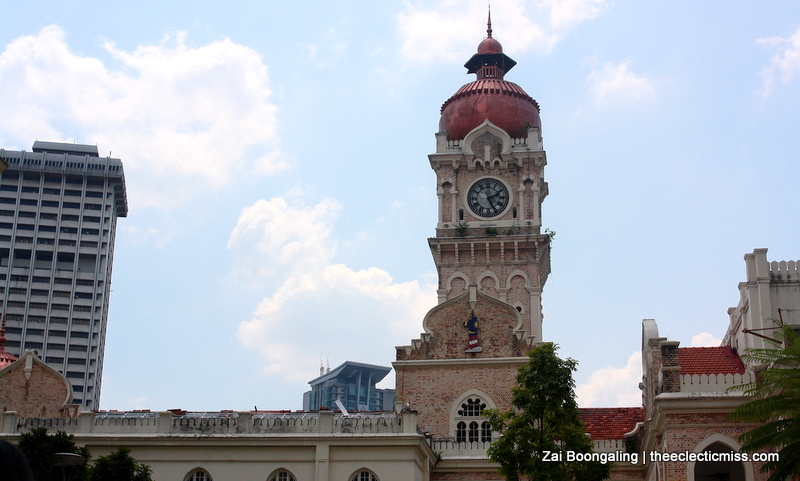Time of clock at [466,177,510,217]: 2:25
